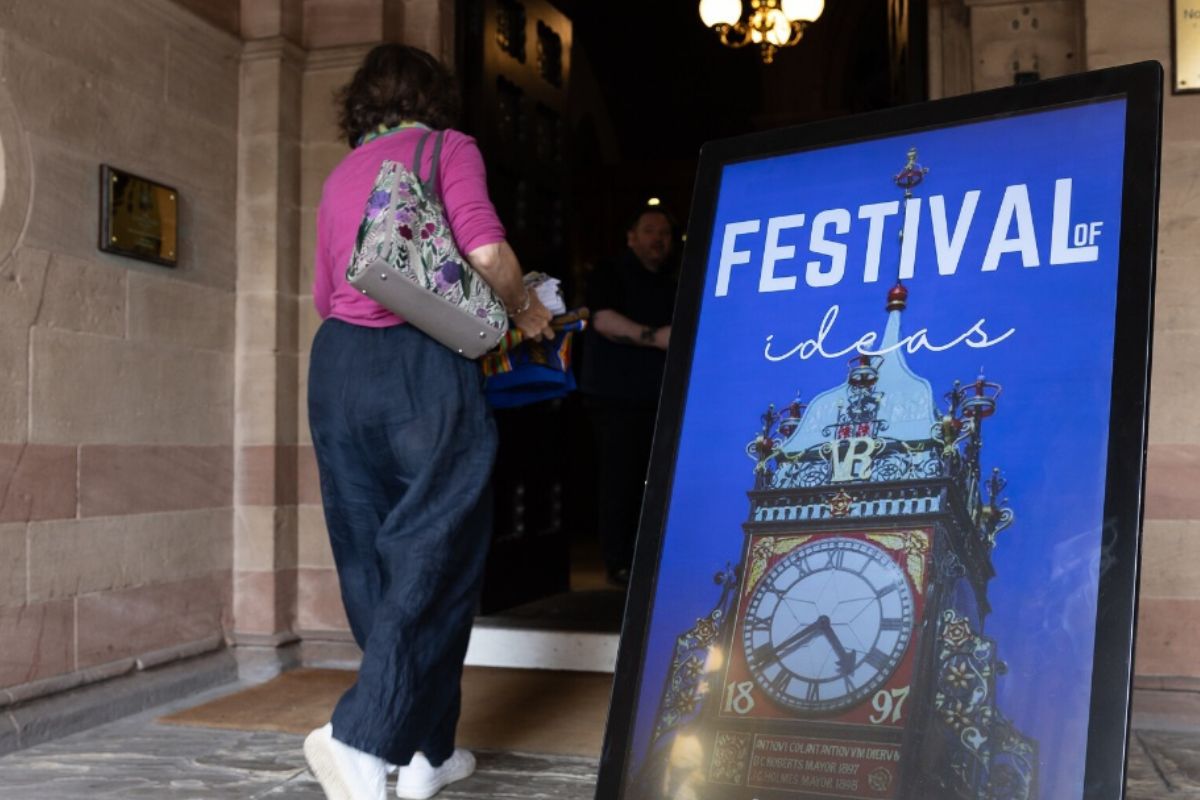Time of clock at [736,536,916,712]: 4:39
